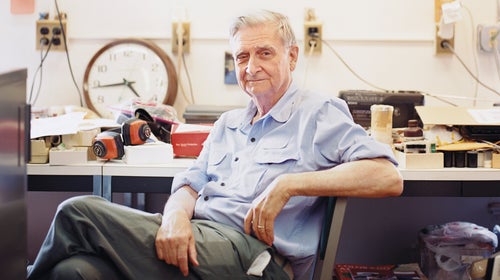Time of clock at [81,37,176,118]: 4:44
